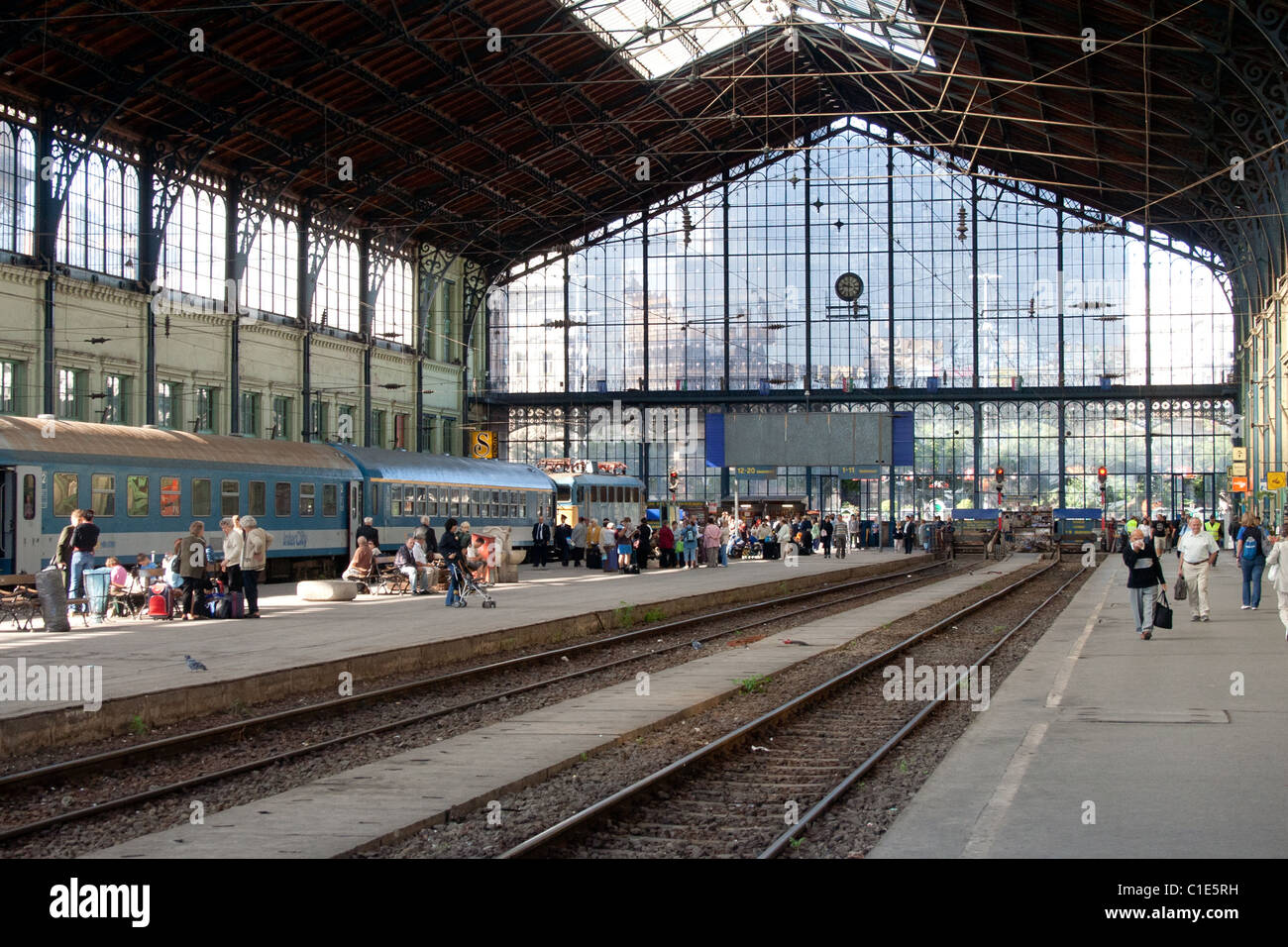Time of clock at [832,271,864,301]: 9:31
